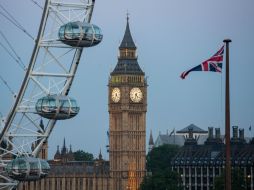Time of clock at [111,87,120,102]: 4:35
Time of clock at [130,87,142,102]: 4:32
